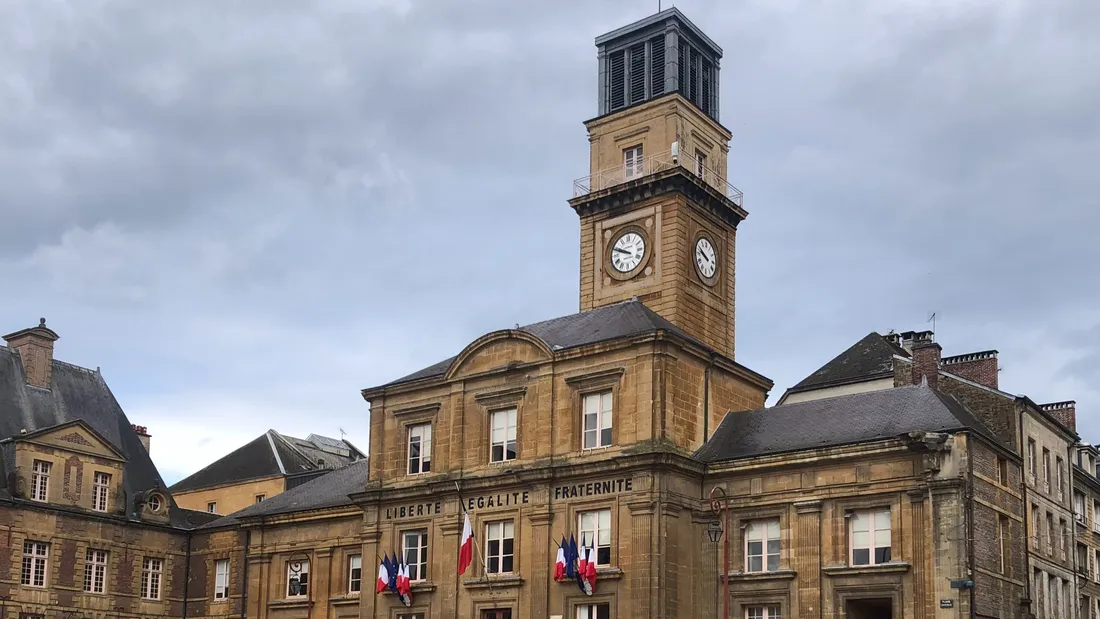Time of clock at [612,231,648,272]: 9:48
